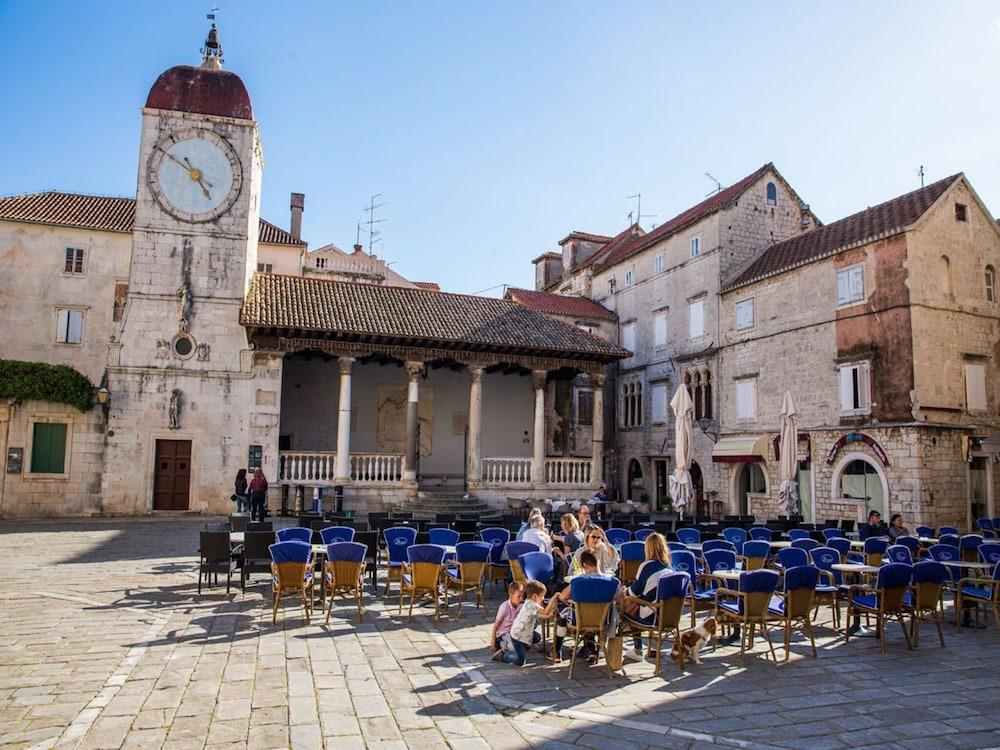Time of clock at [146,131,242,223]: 4:50
